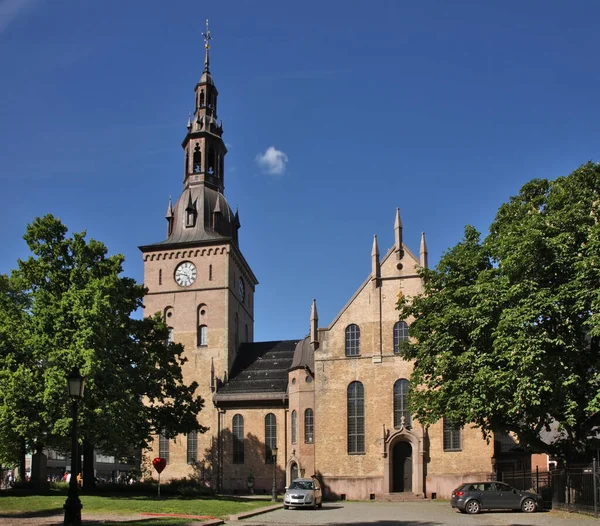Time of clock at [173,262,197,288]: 4:46
